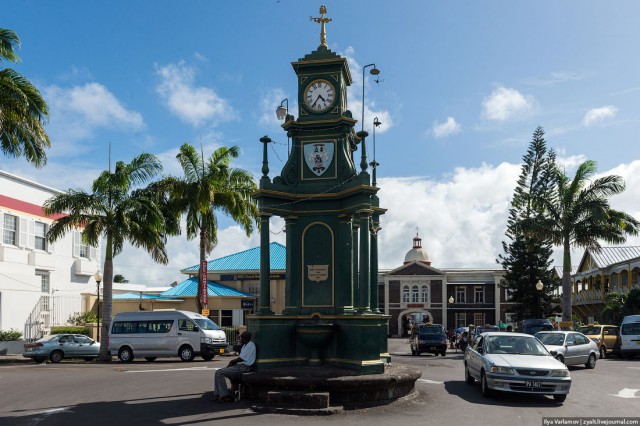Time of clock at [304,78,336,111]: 4:35
